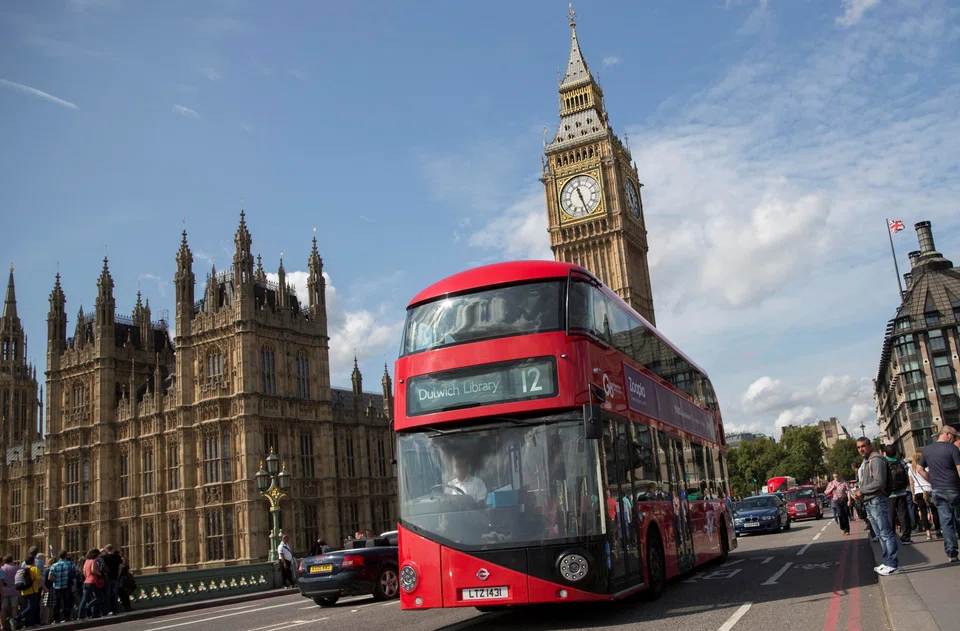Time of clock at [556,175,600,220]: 11:27
